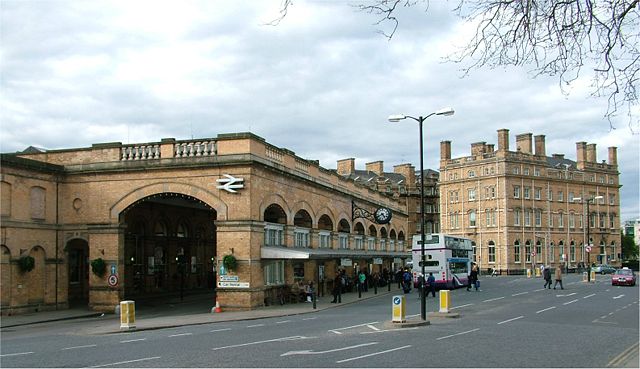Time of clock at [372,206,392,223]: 4:40
